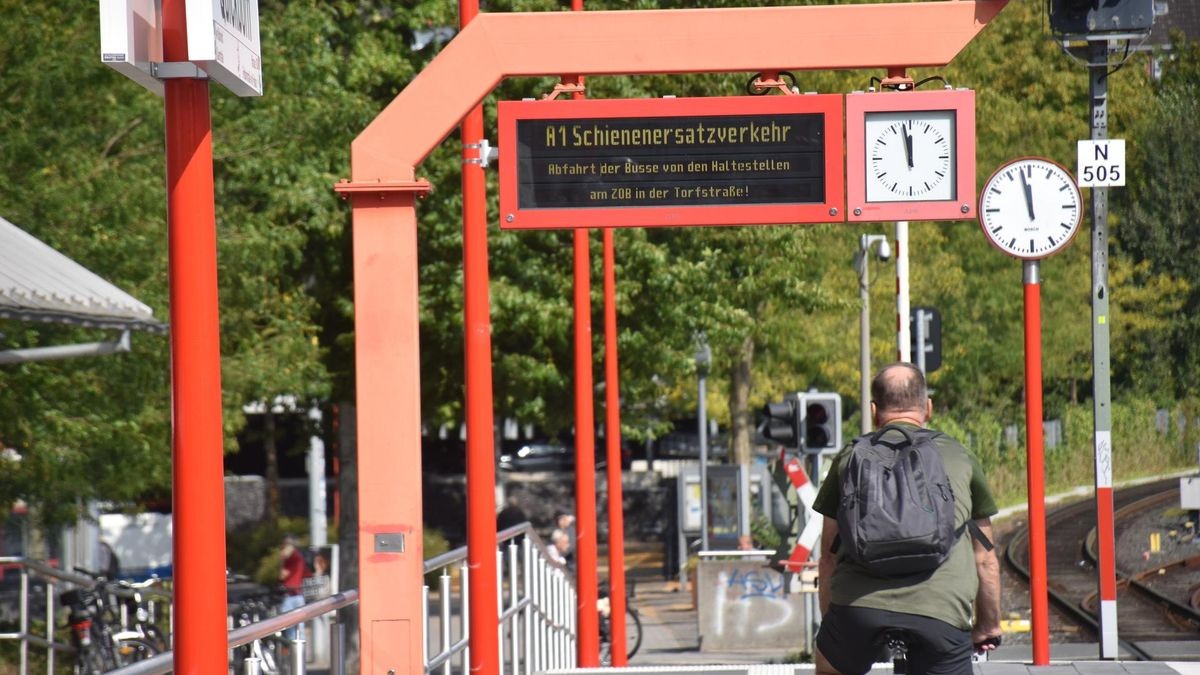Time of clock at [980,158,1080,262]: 11:58
